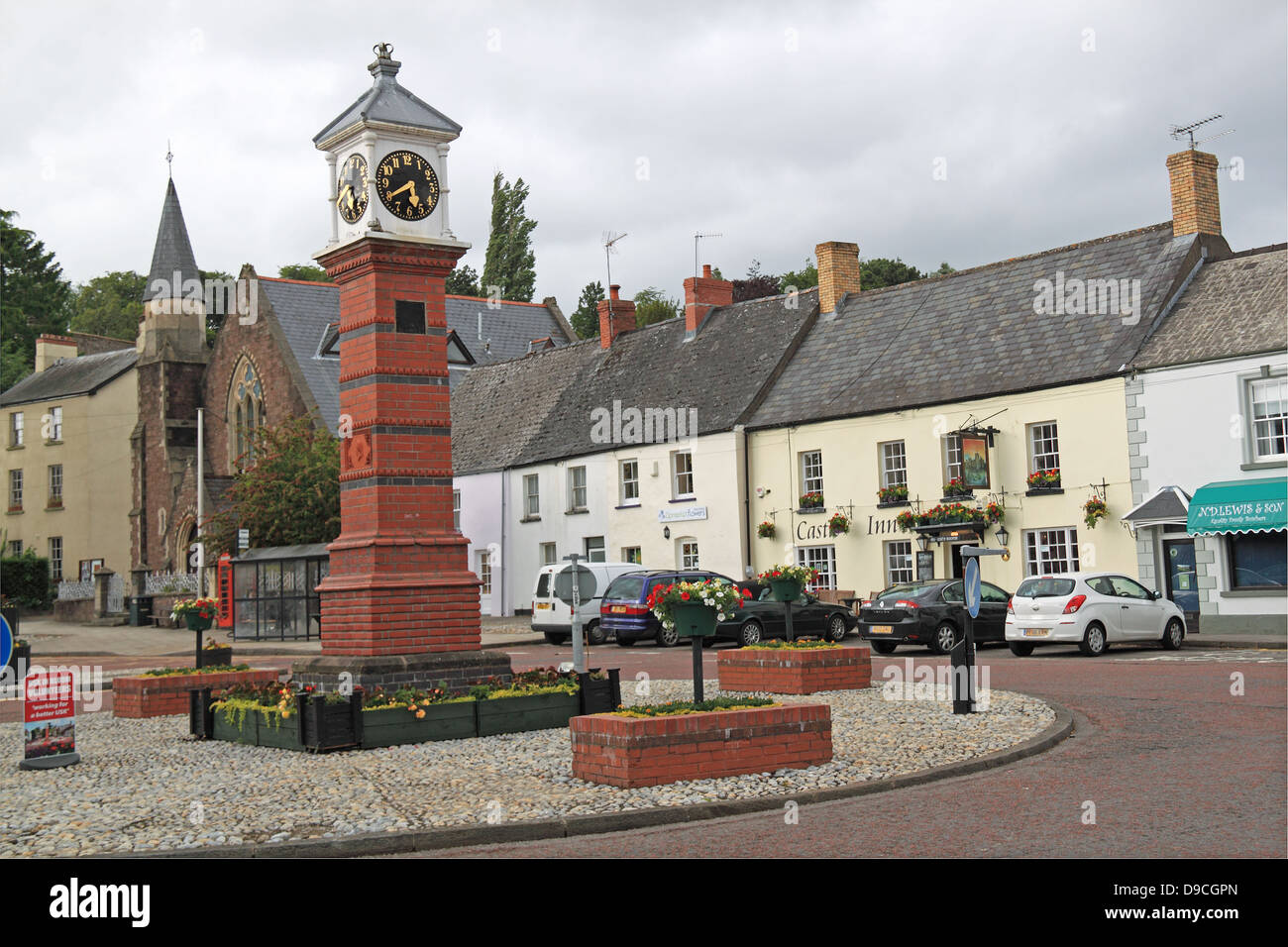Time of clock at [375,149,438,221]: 5:39
